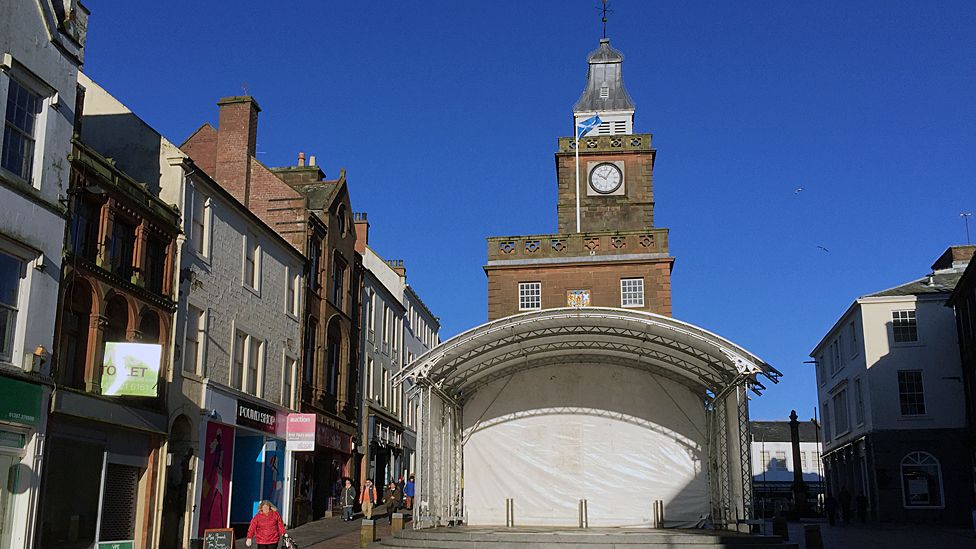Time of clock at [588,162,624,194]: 10:05
